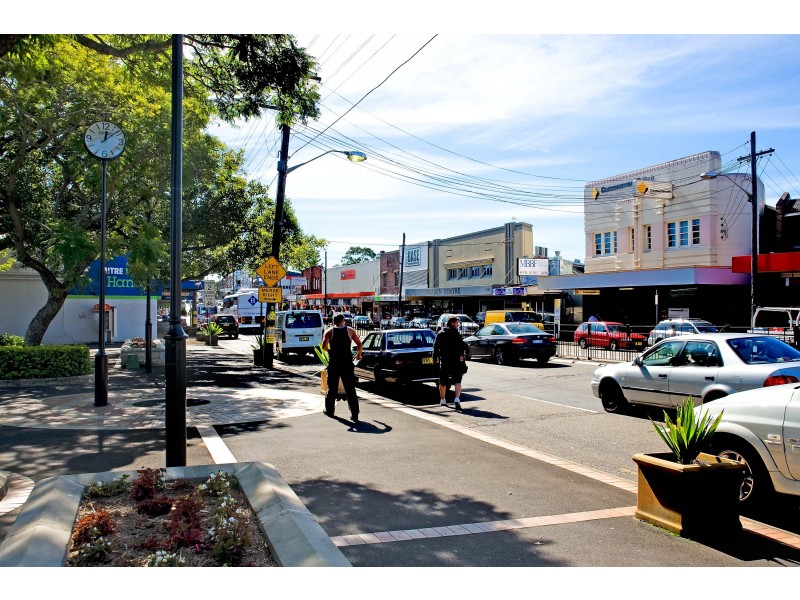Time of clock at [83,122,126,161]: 12:08
